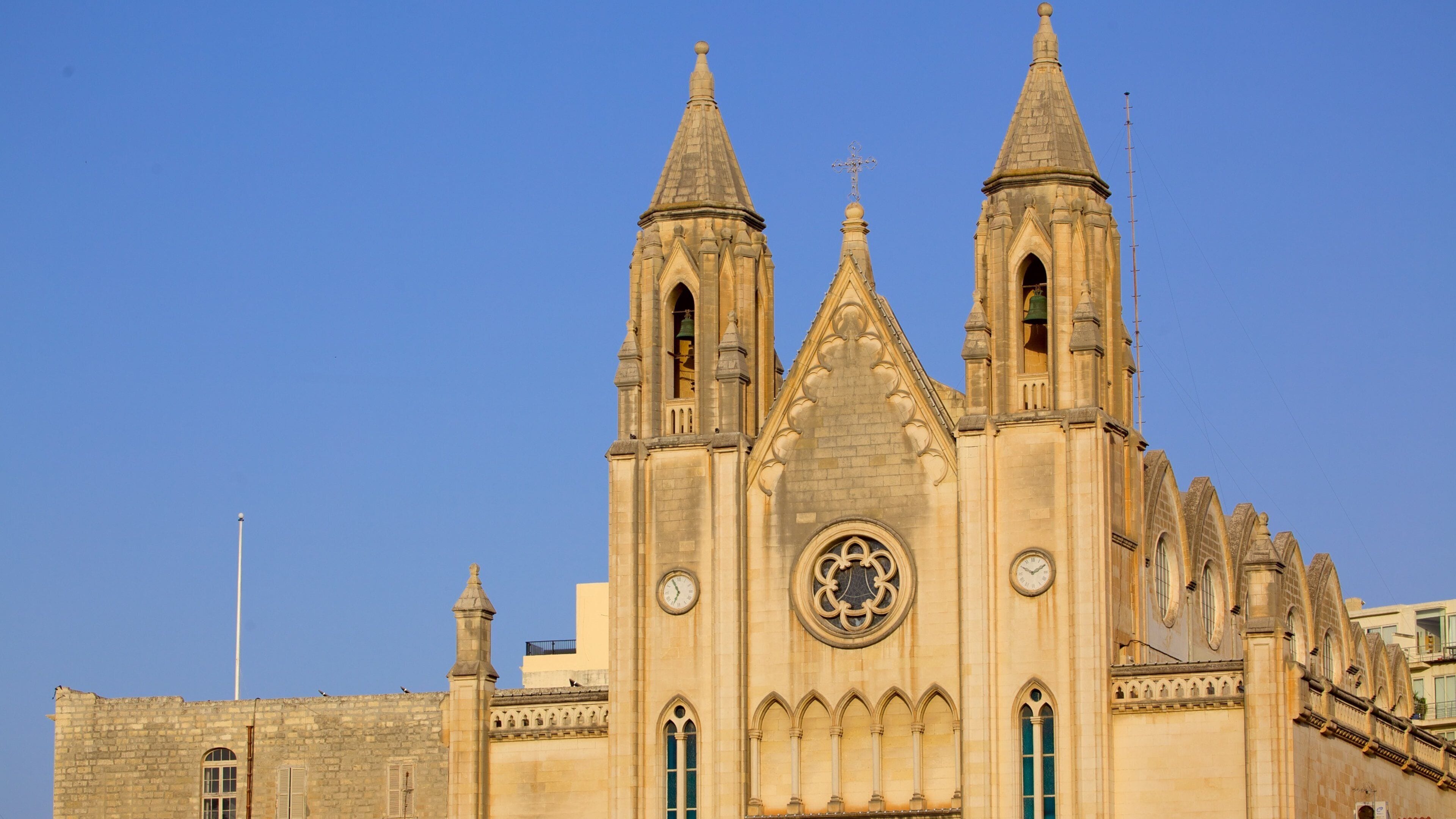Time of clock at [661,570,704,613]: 6:55
